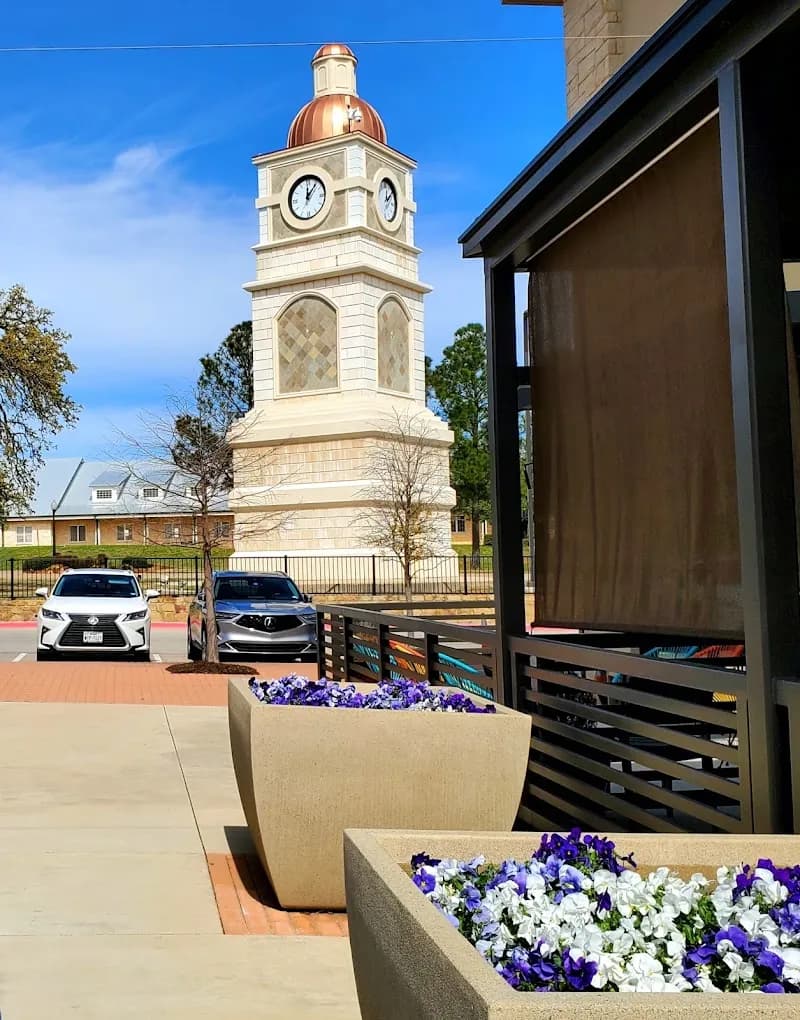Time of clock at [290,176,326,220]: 12:06
